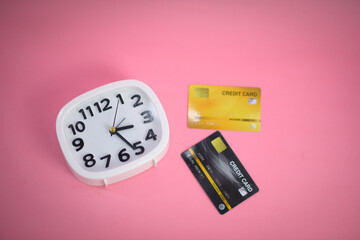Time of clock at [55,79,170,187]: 3:26
